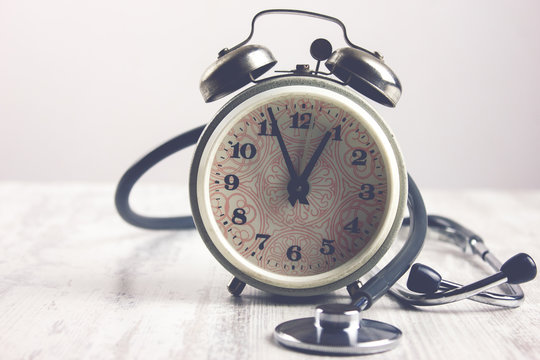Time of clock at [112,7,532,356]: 12:55
